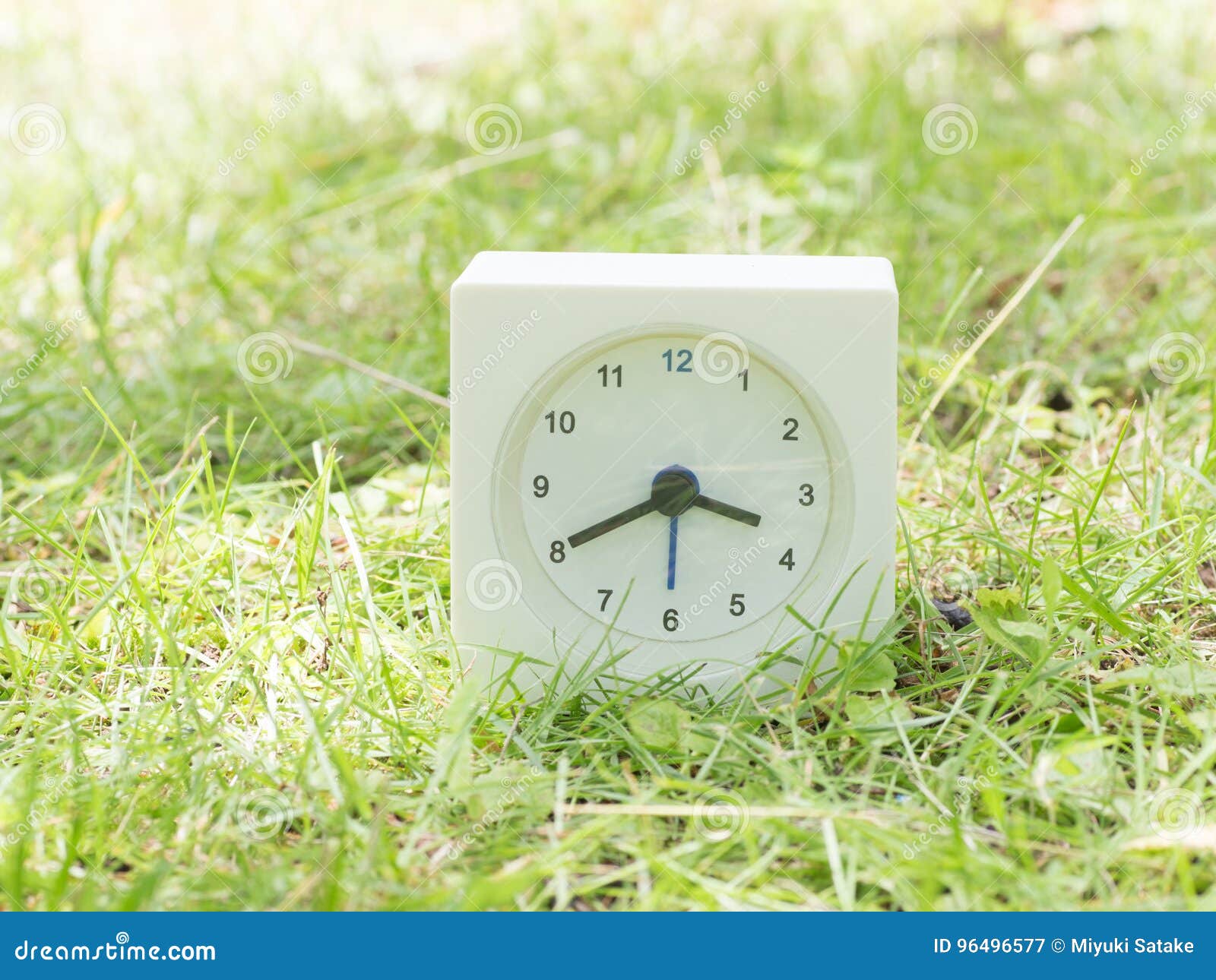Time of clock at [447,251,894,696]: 3:40
